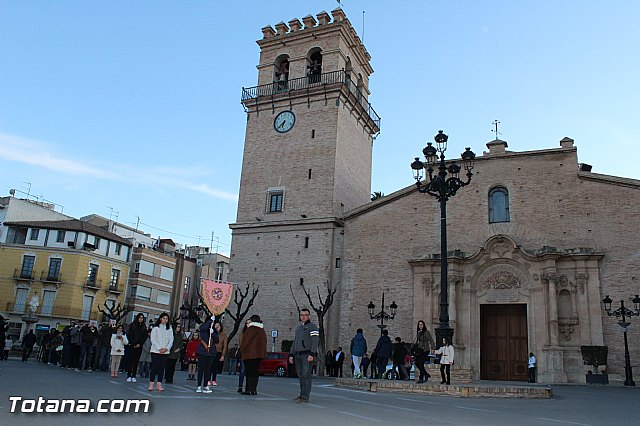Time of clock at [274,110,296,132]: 6:37
